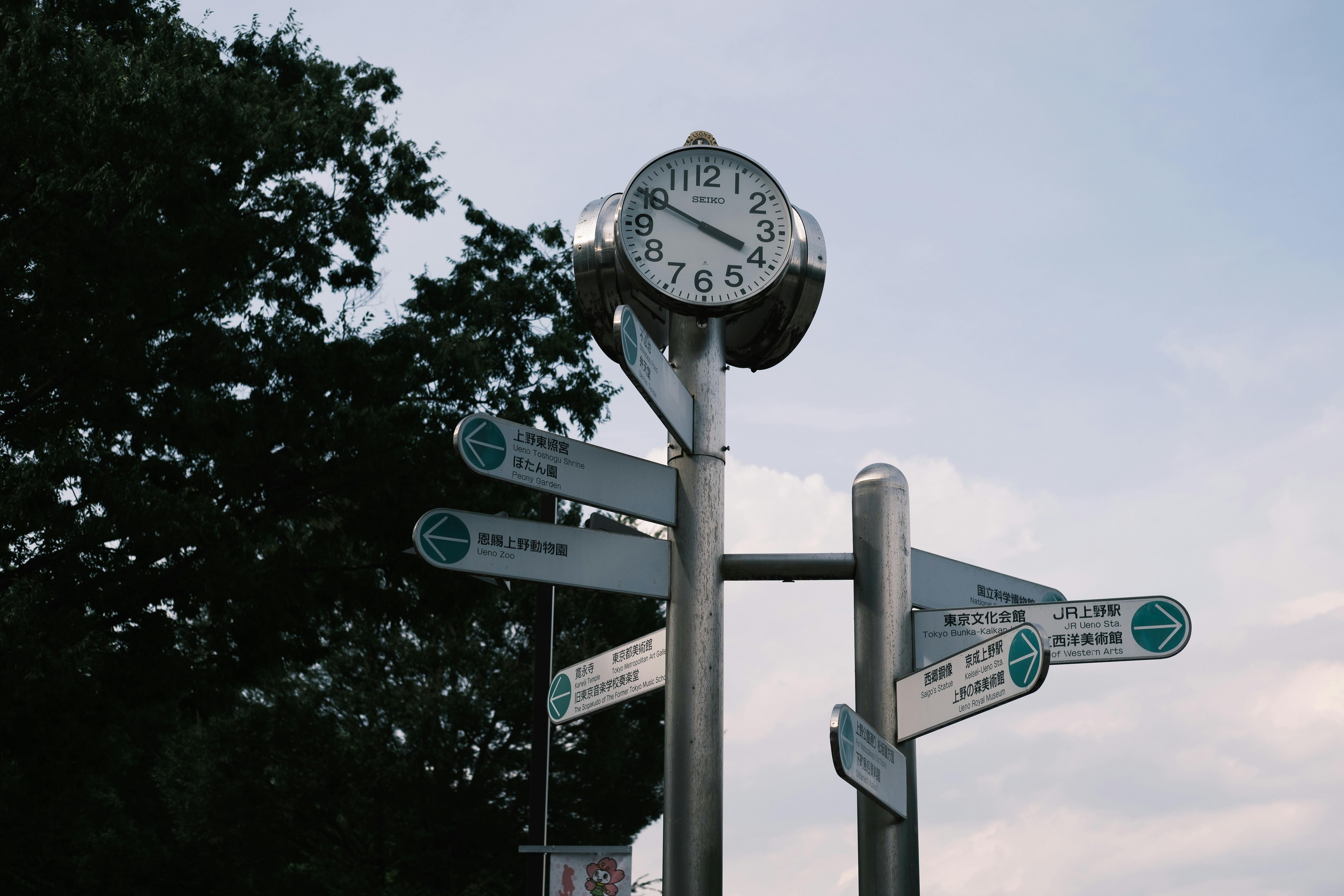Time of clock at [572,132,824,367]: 3:49
